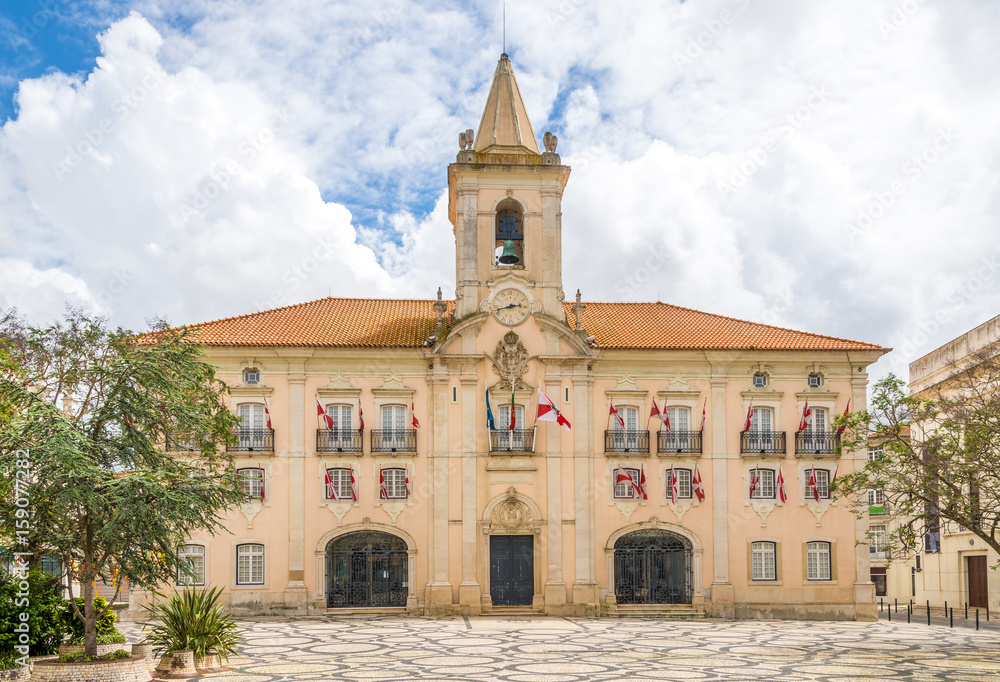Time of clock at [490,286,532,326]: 2:42
